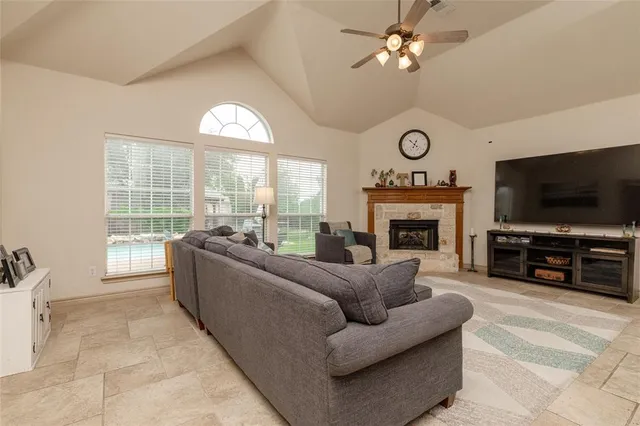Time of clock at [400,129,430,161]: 12:52
